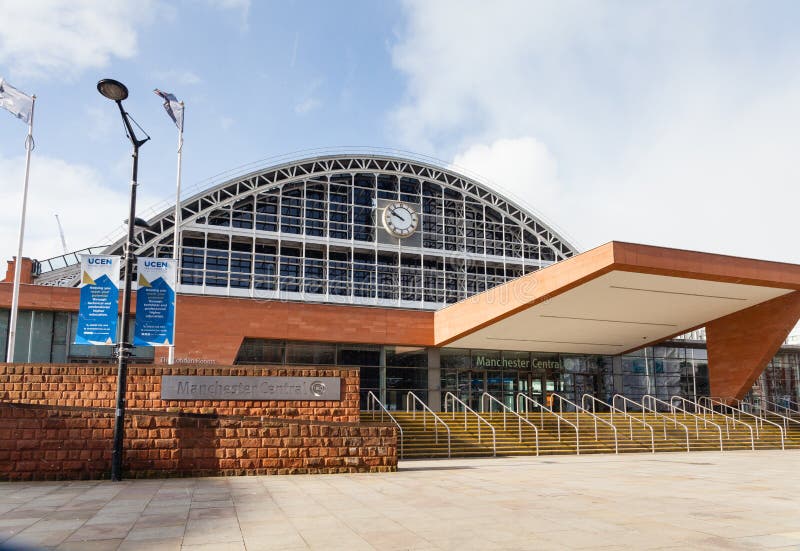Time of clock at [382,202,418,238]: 9:51
